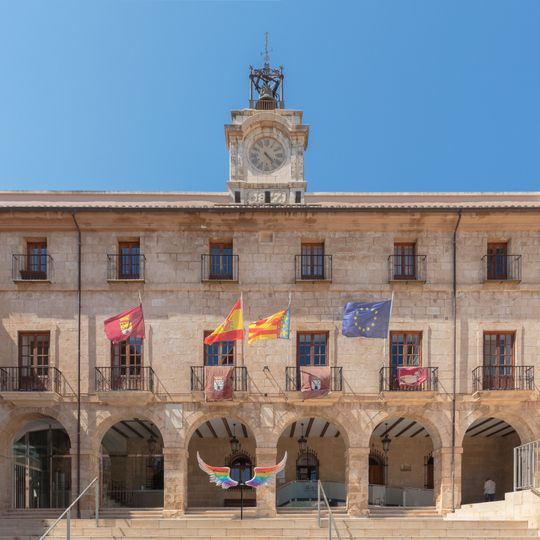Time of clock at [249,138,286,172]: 4:22
